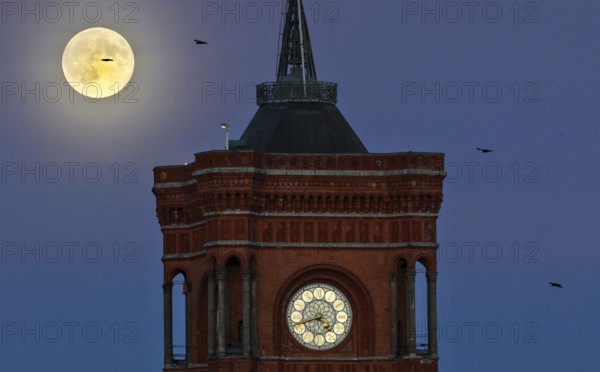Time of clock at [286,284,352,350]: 4:42
